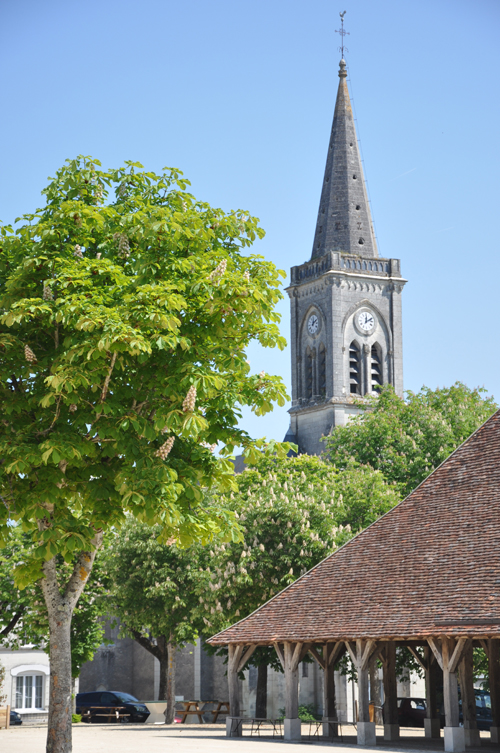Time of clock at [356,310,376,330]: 12:10
